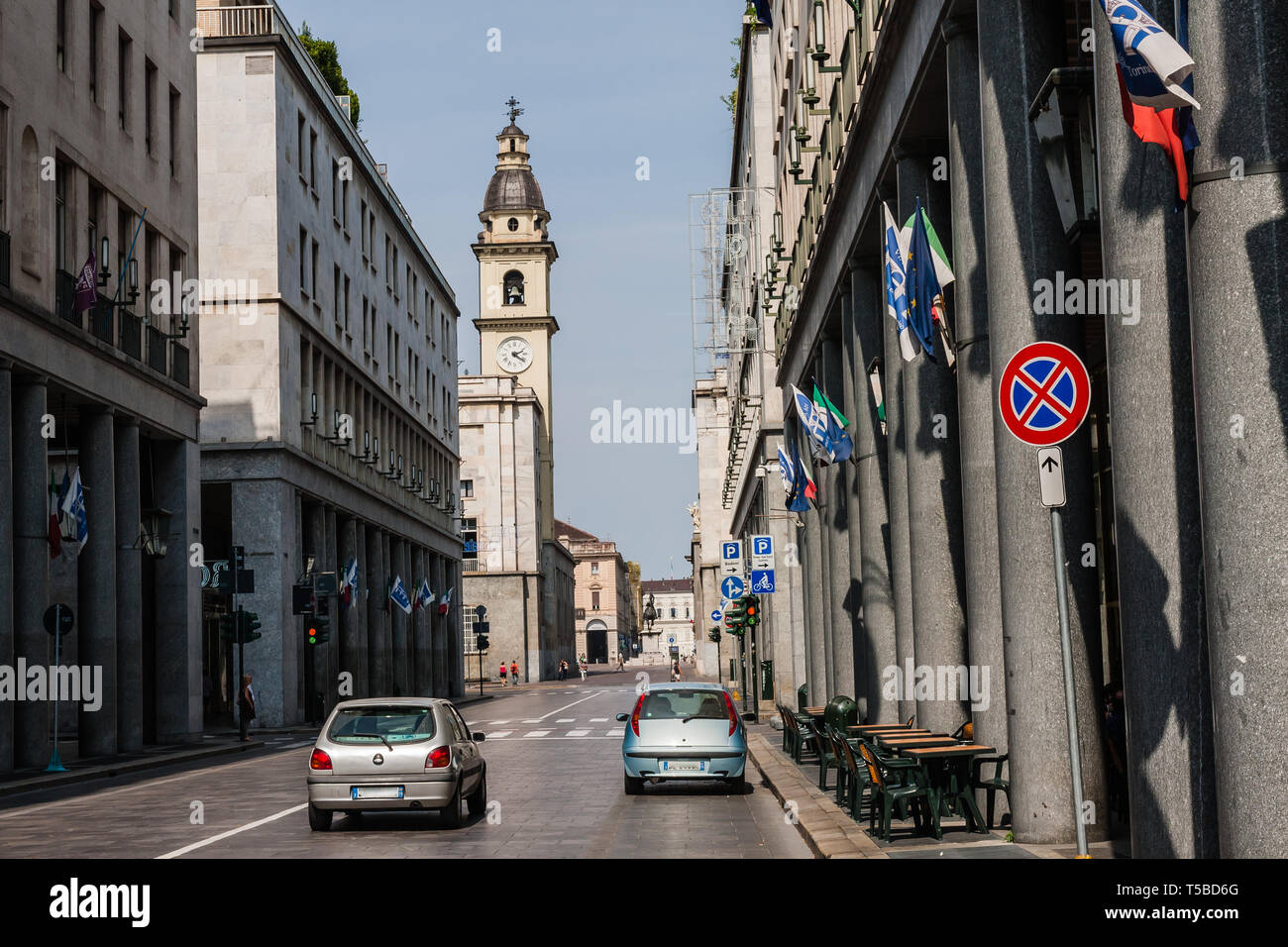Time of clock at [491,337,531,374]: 2:21
